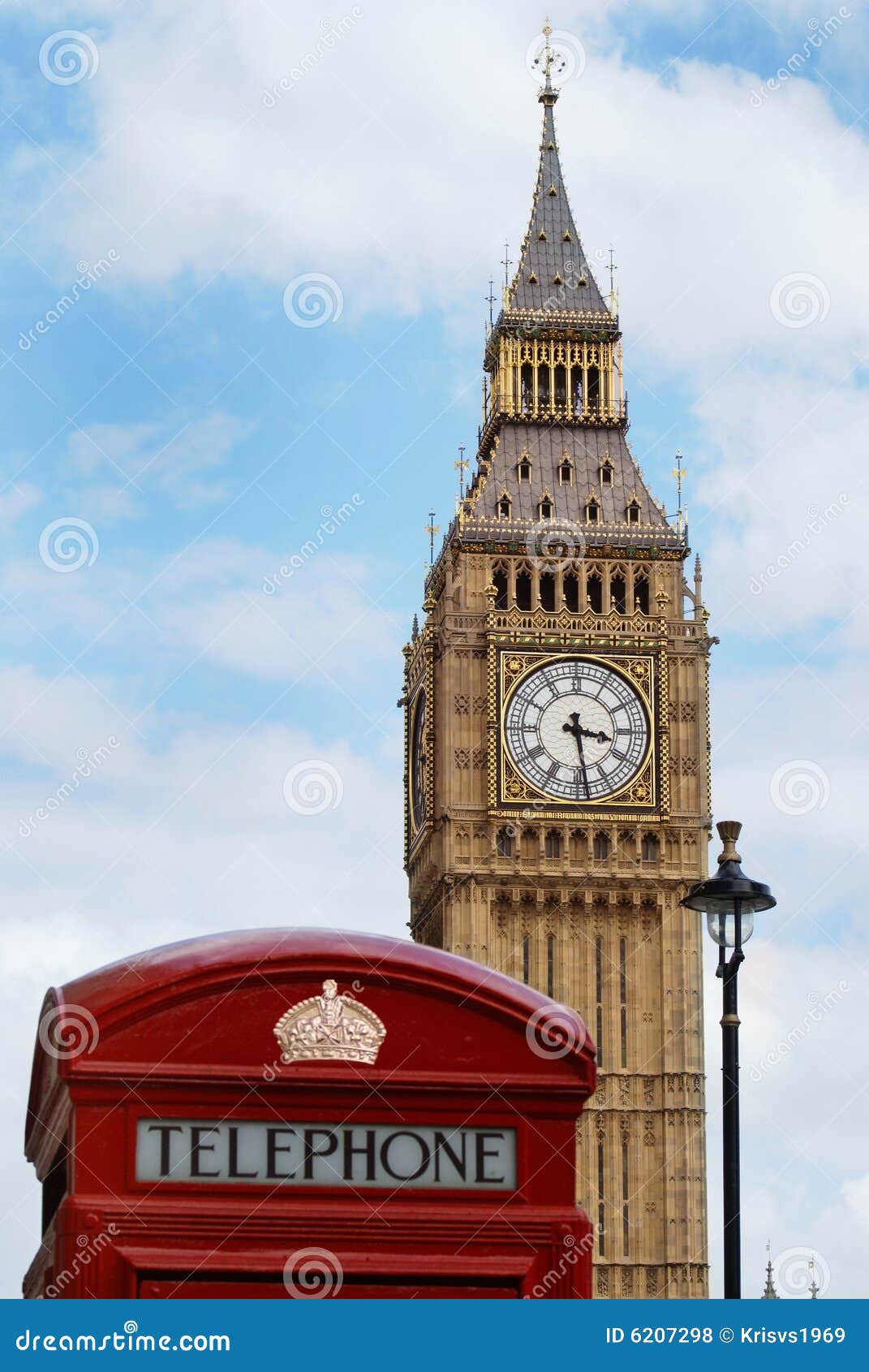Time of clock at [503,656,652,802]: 3:28
